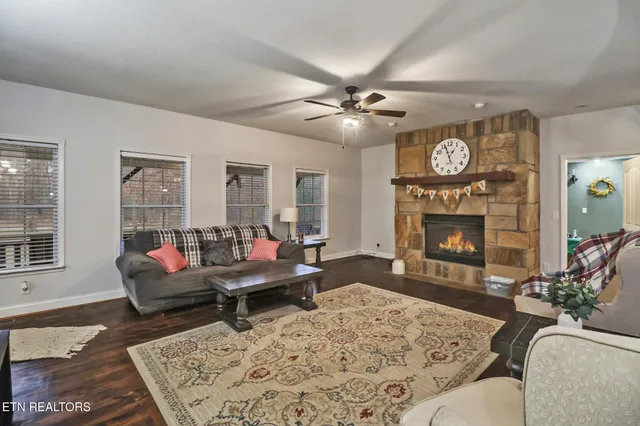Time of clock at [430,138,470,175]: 12:56
